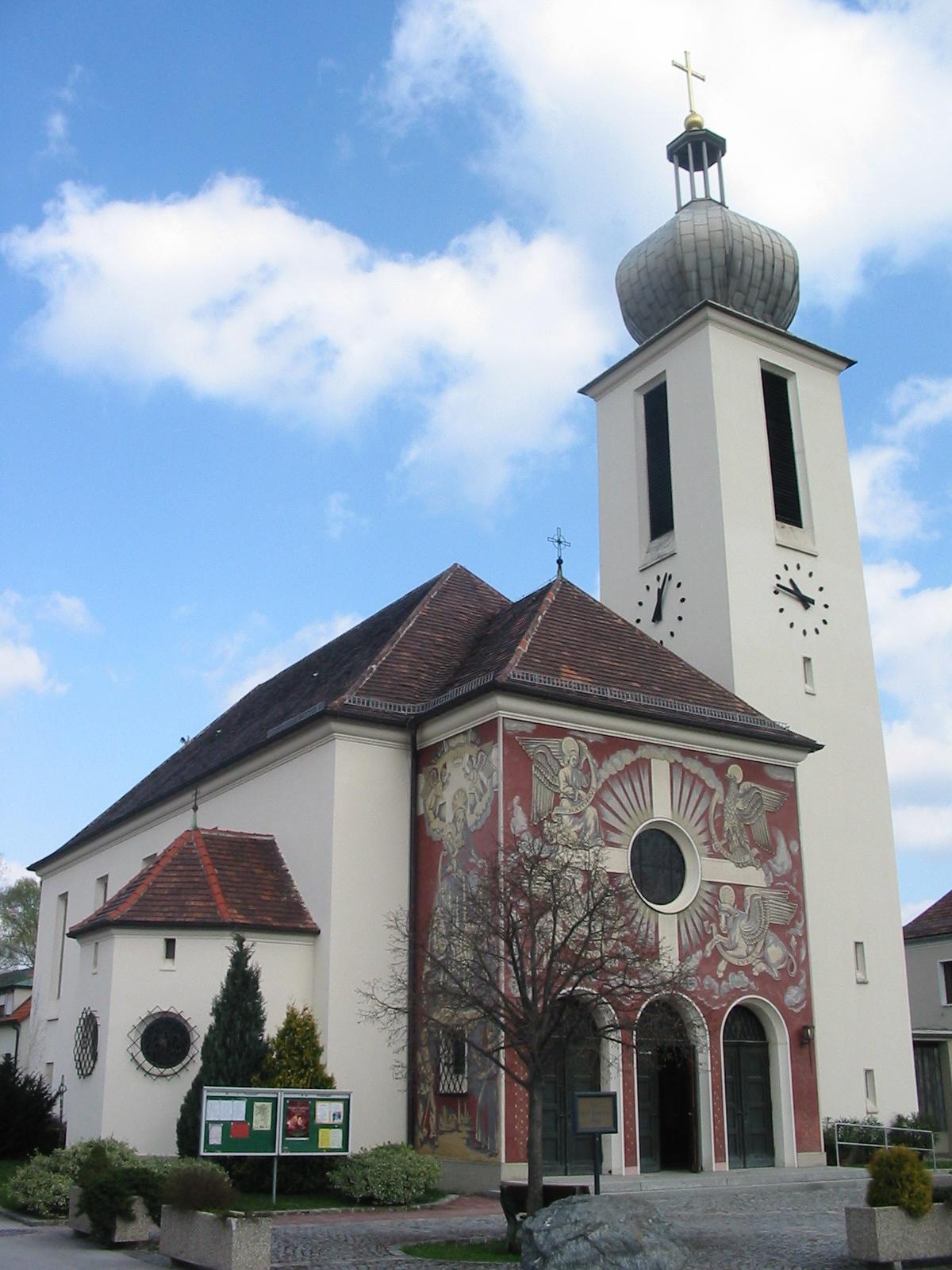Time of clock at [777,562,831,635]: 10:47
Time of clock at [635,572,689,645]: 12:03
